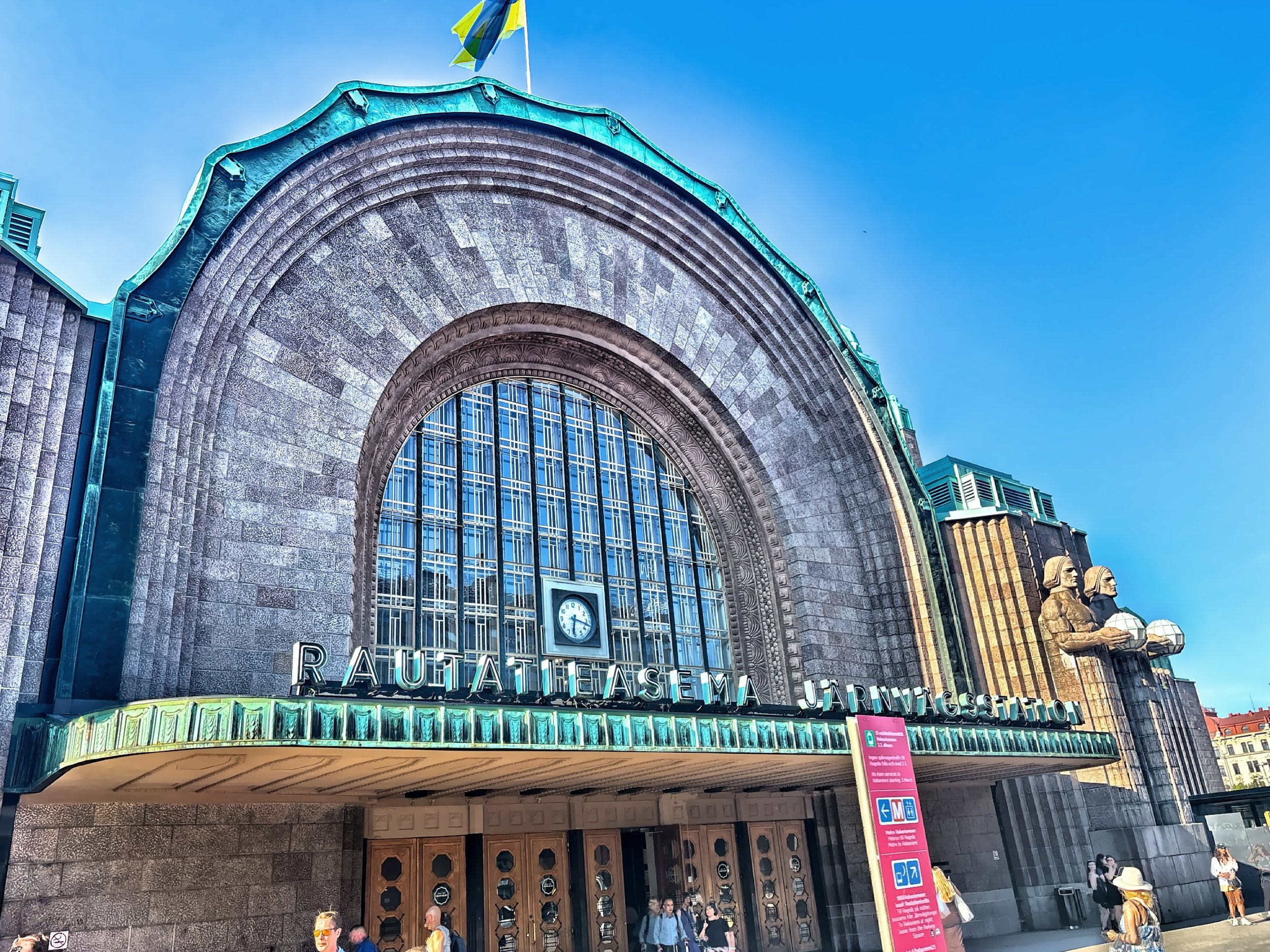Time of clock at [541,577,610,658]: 6:17
